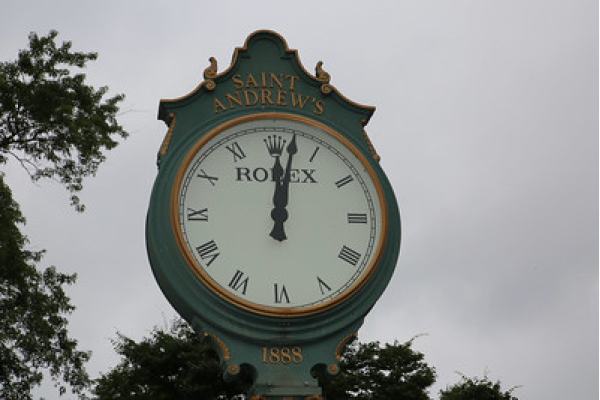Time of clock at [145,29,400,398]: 12:01
